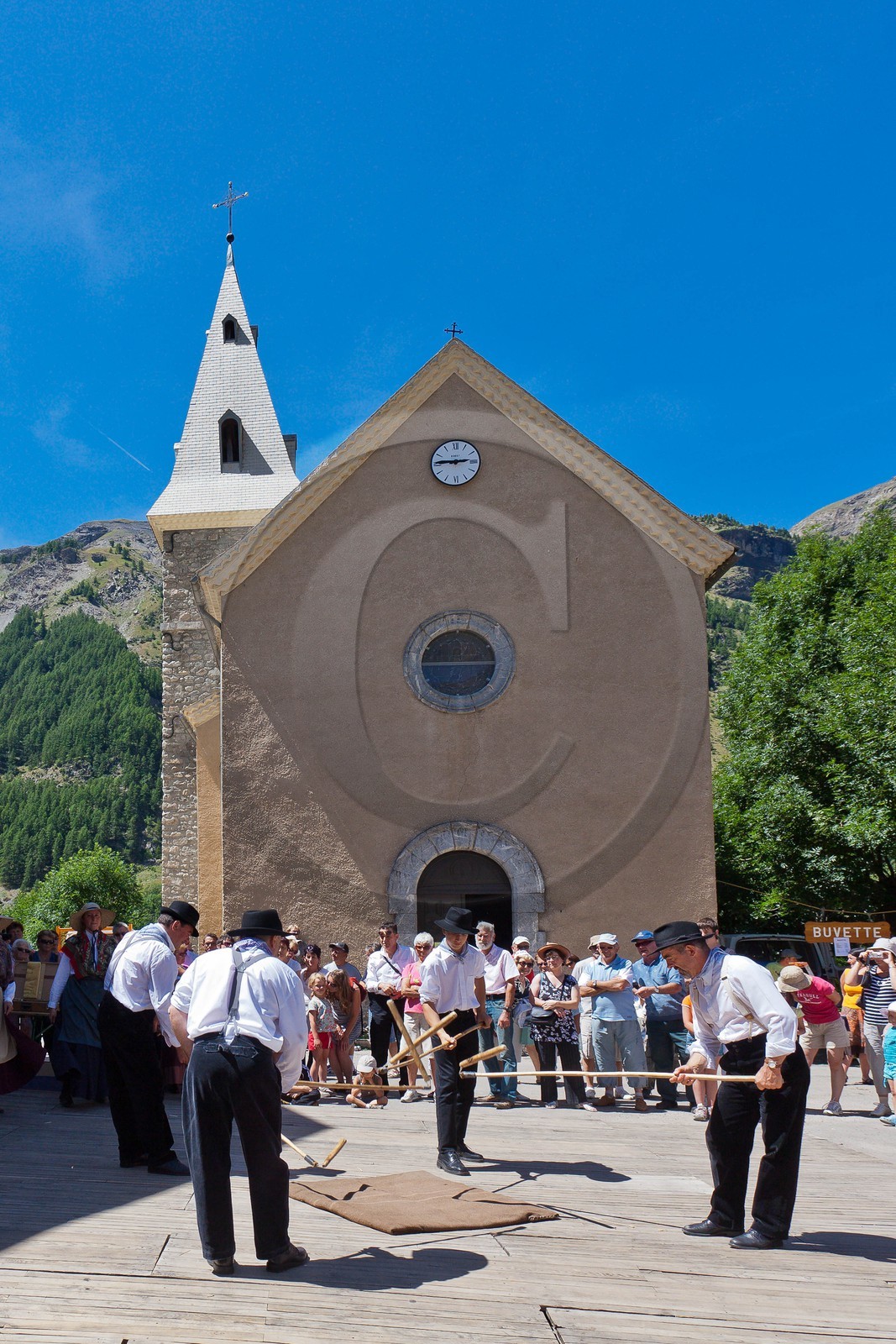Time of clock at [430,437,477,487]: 2:45
